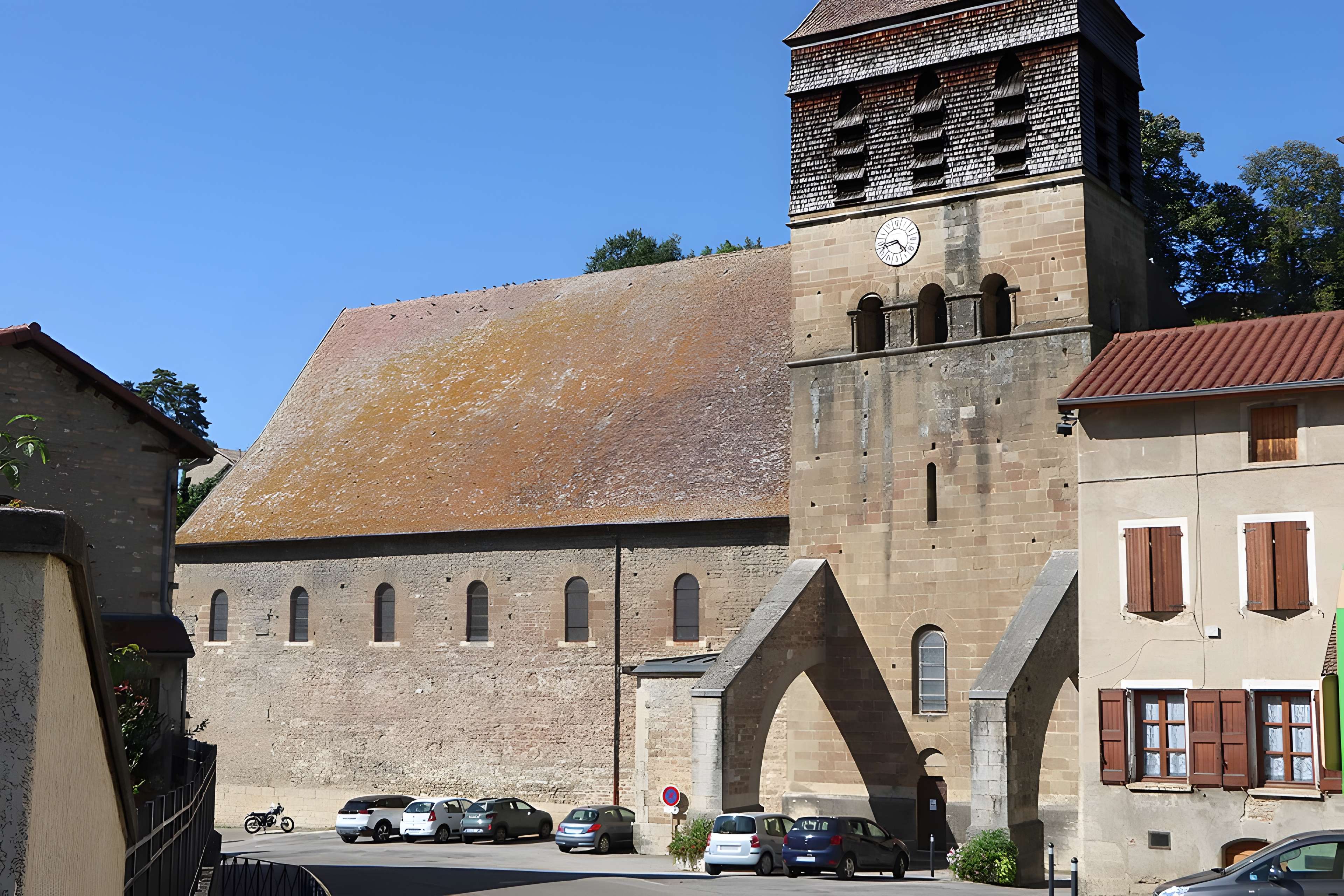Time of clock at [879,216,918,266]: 4:42
